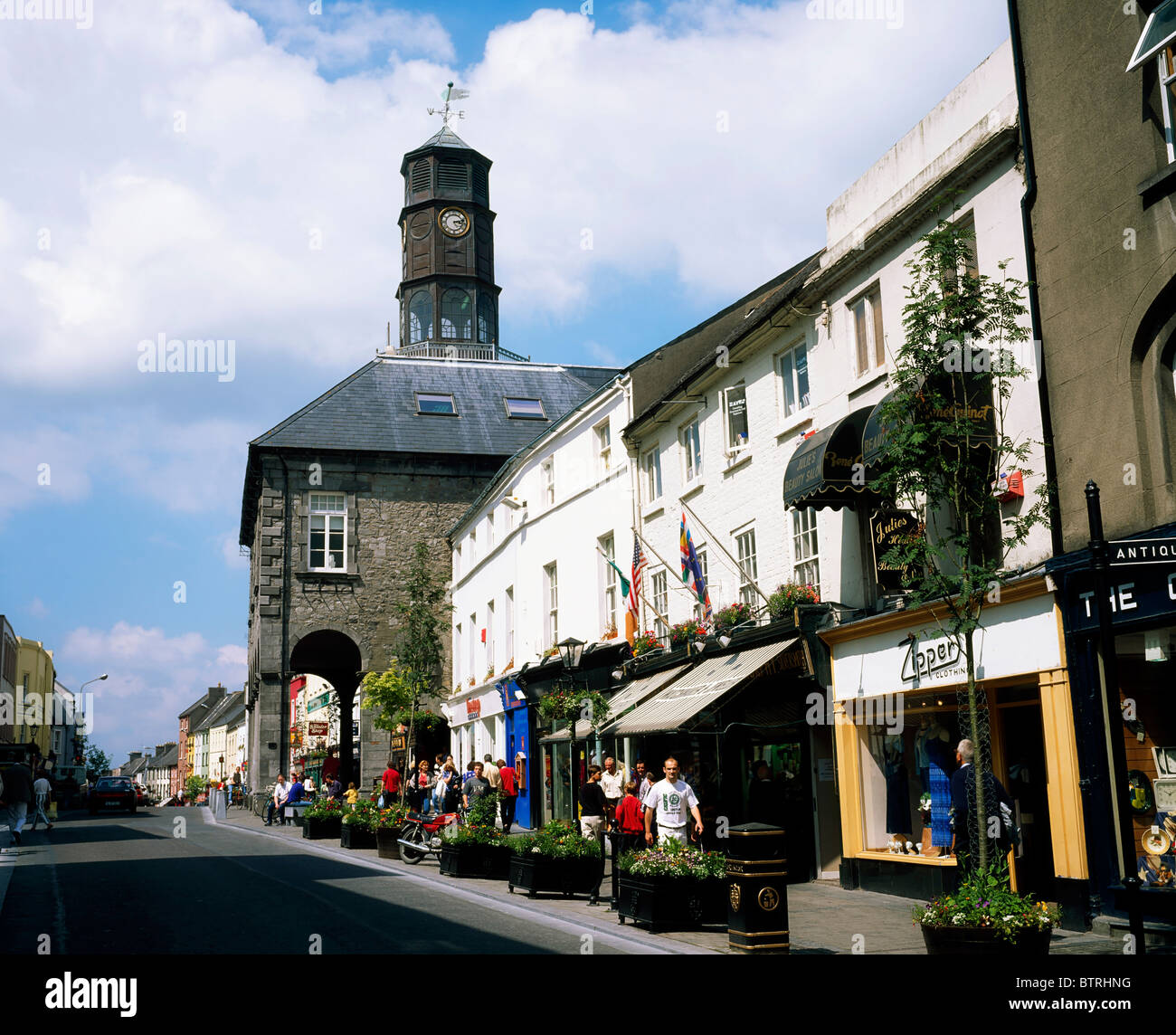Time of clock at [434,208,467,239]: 3:12
